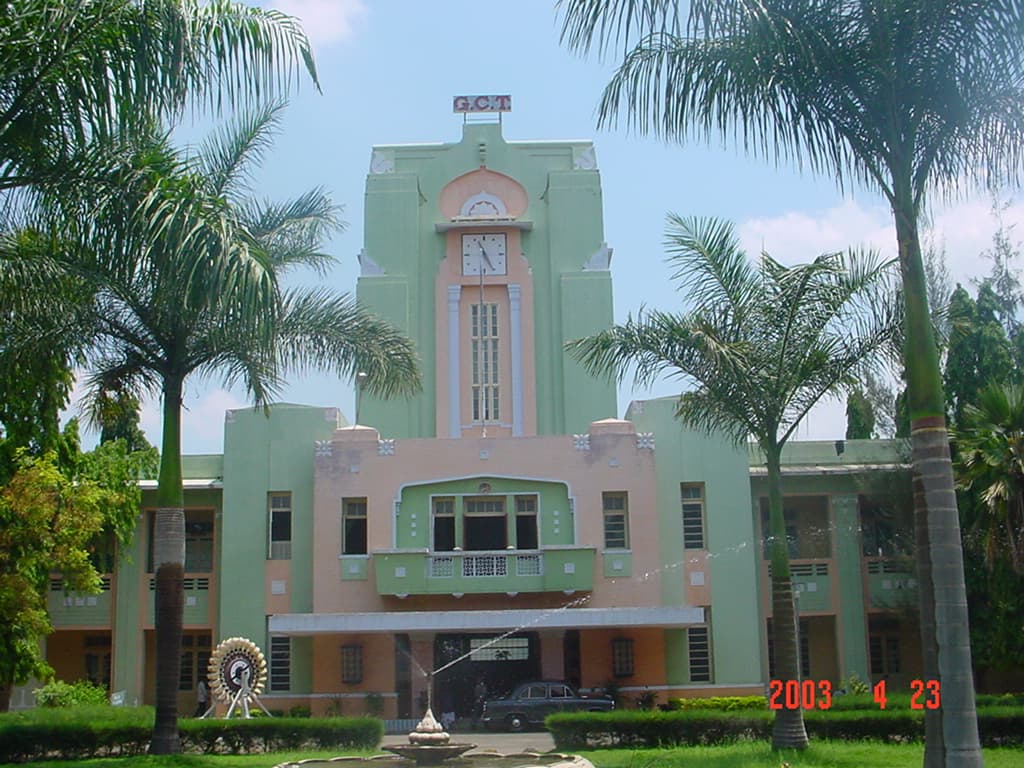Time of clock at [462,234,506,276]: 11:25
